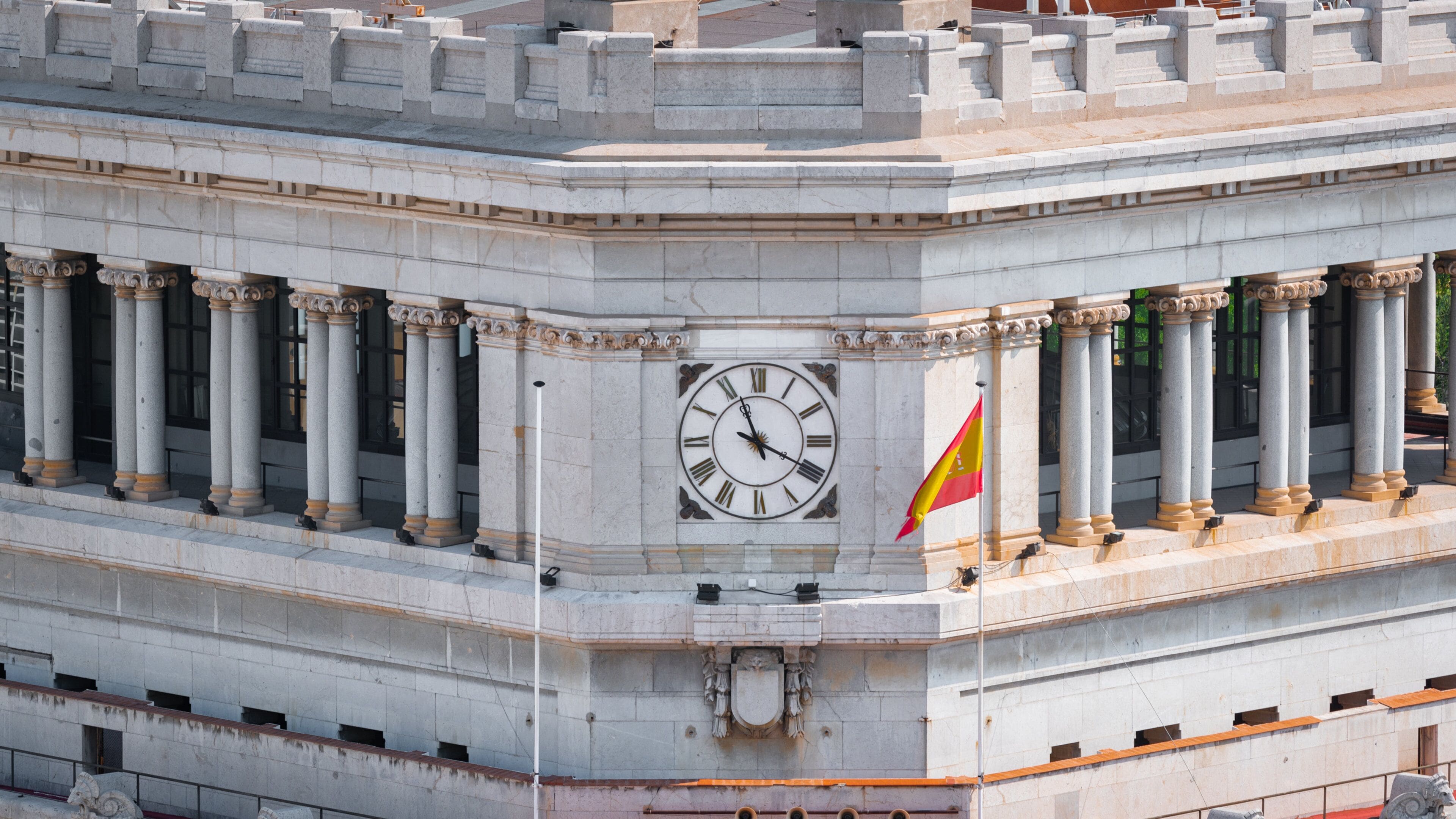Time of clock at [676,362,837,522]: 11:19
